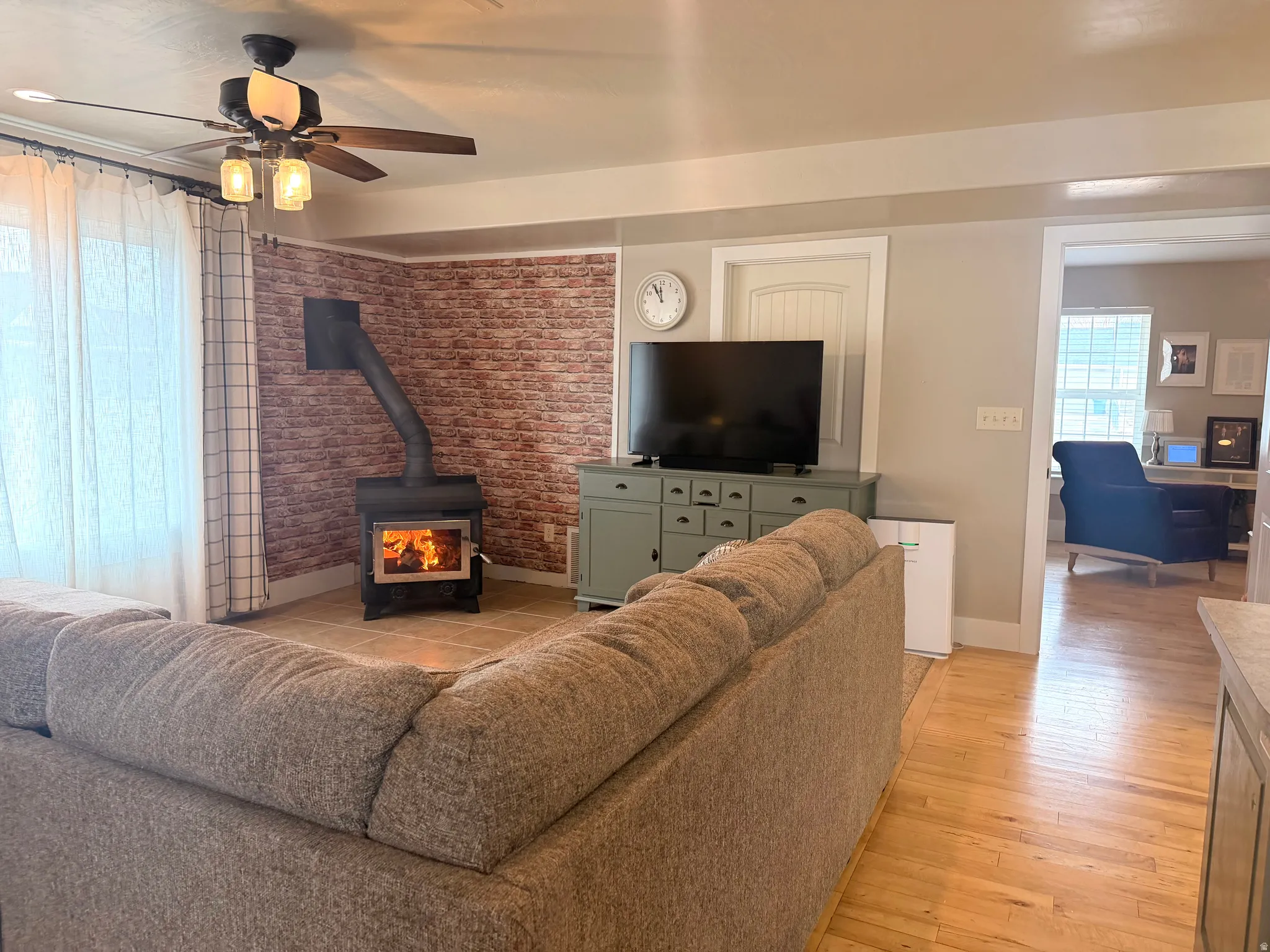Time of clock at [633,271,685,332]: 11:55
